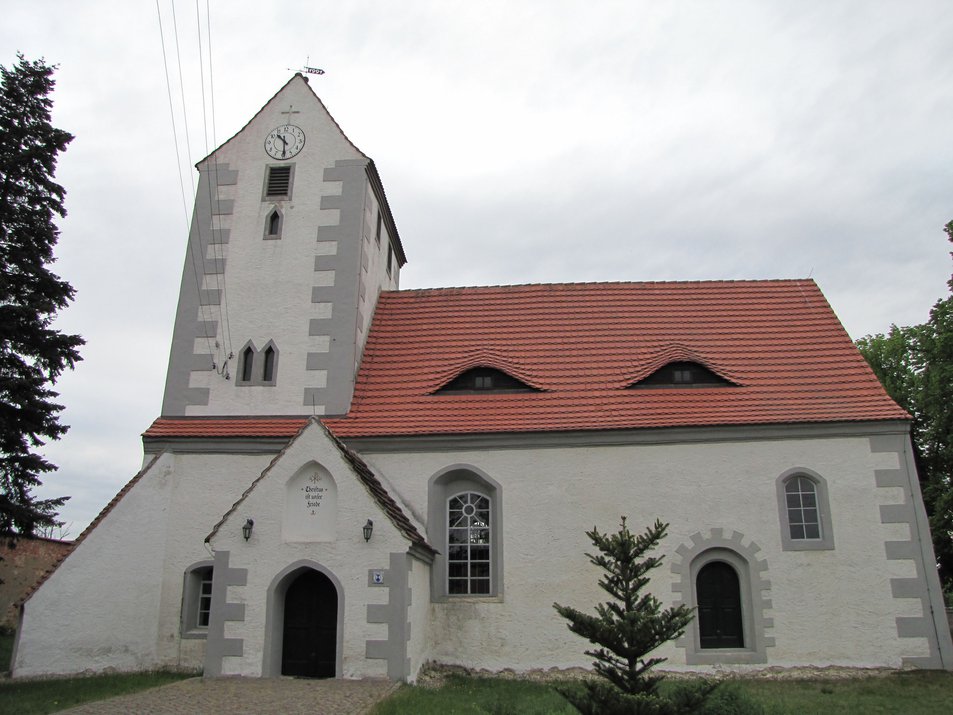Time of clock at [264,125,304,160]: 10:29
